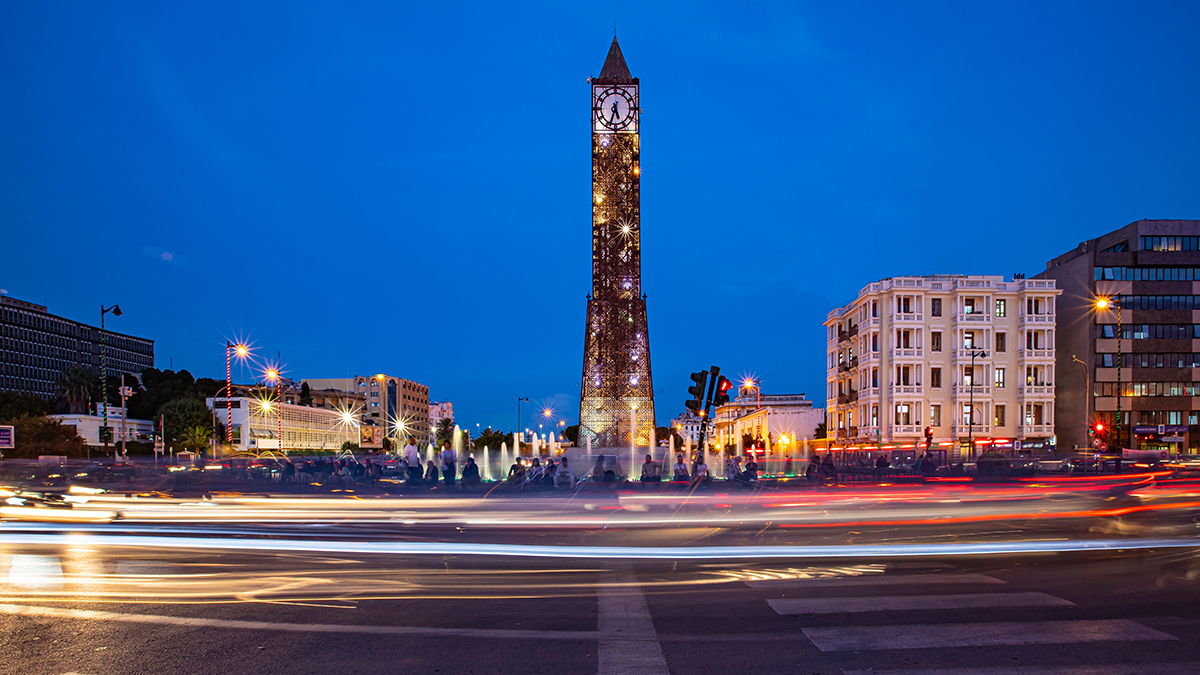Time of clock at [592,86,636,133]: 5:33
